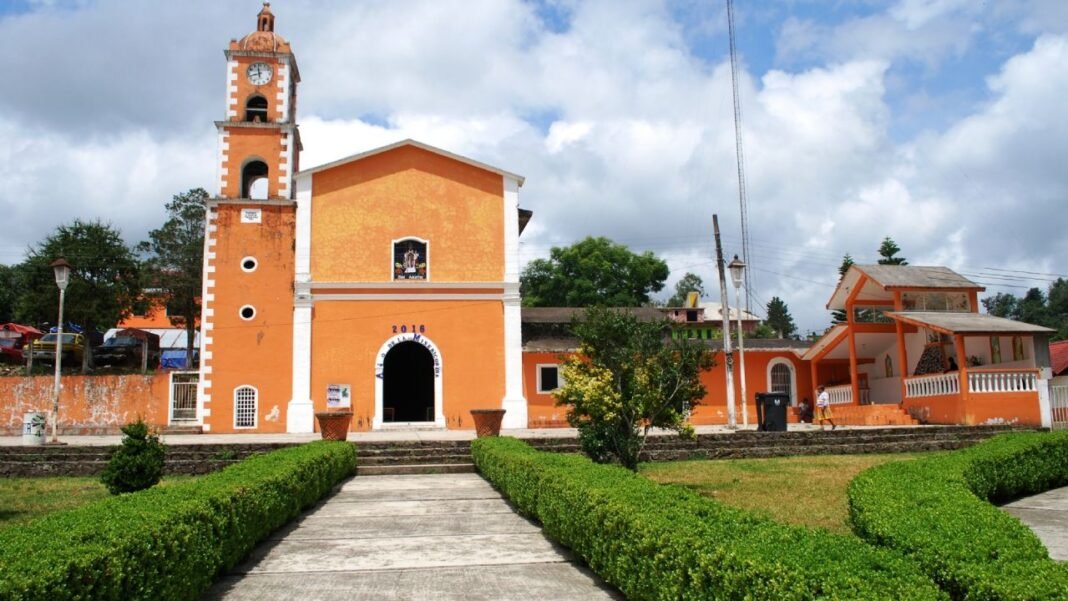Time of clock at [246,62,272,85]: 11:42
